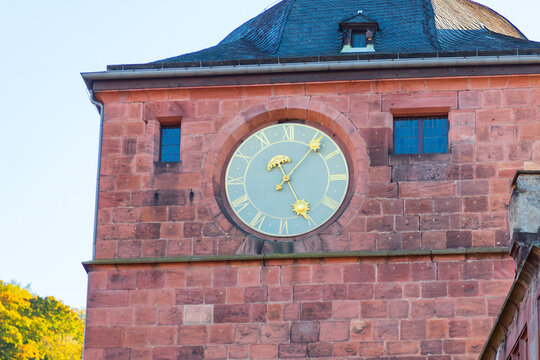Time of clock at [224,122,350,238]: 5:06
